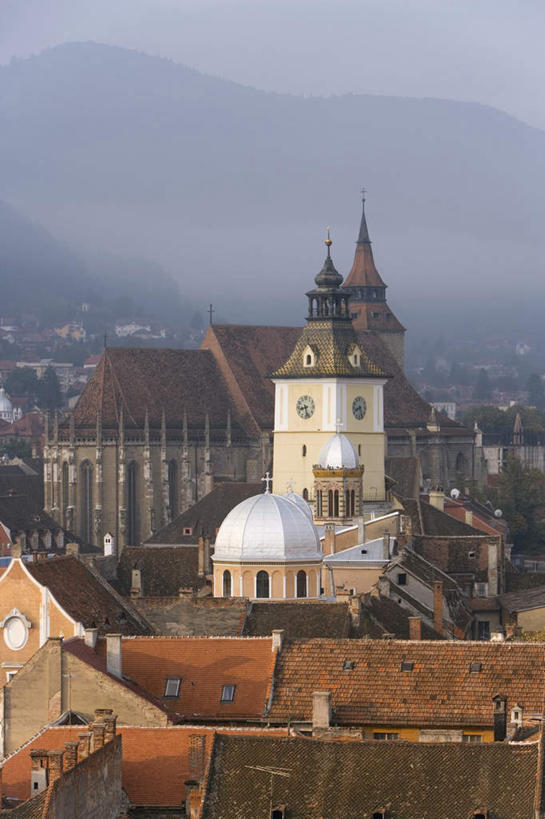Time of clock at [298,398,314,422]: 8:27
